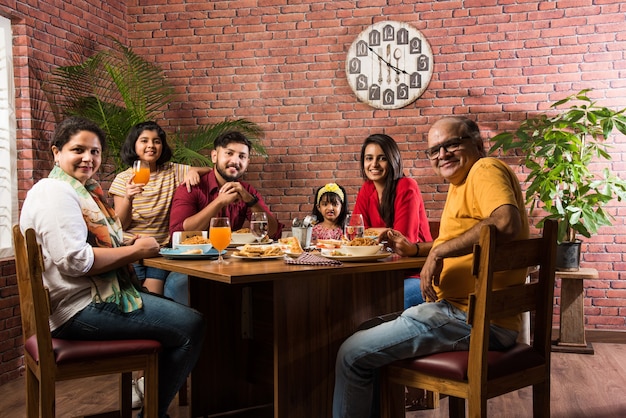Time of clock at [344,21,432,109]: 3:51
